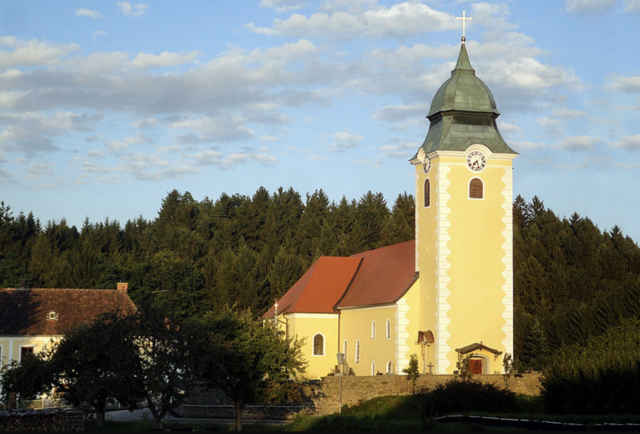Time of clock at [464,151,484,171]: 7:27
